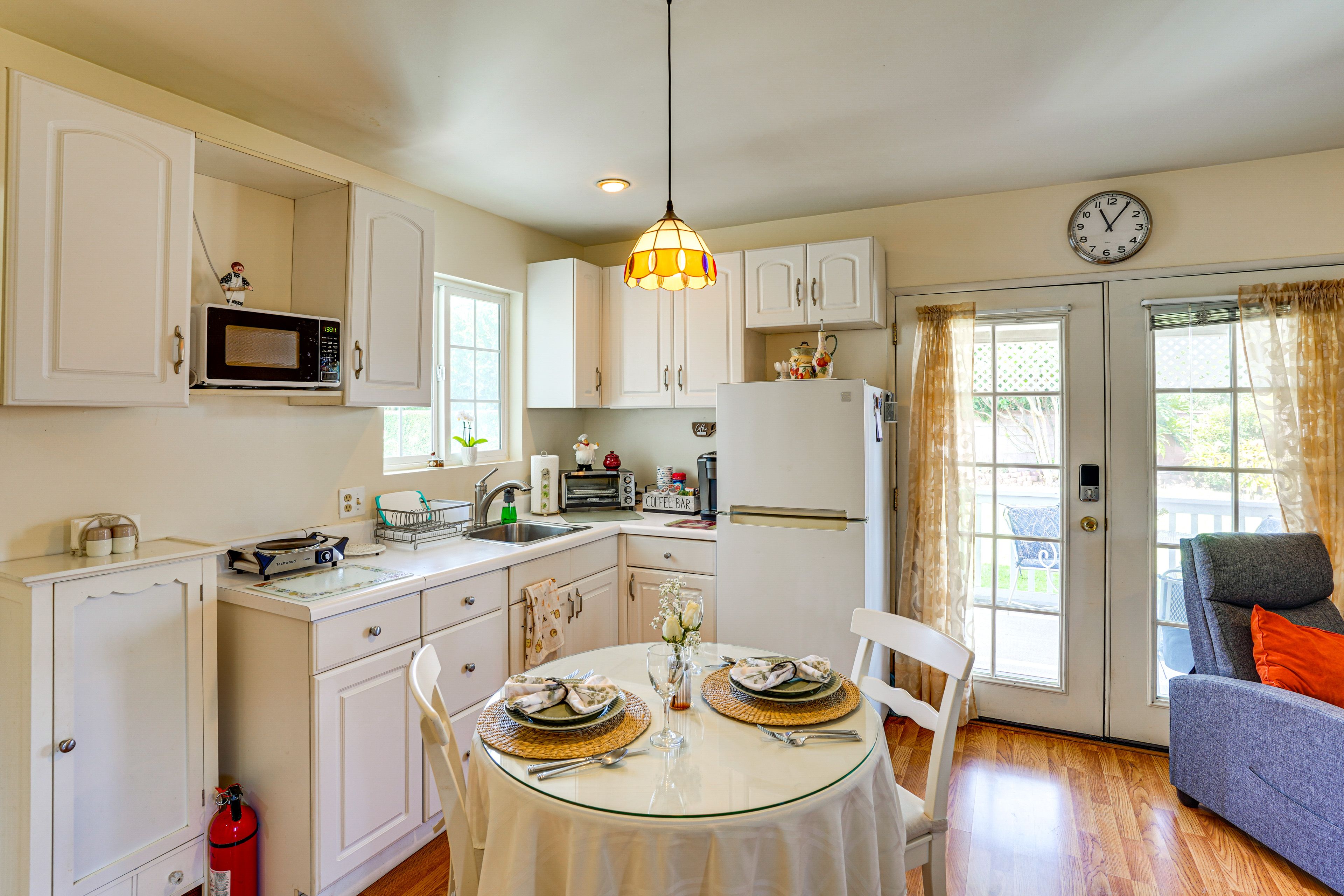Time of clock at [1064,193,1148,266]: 11:05
